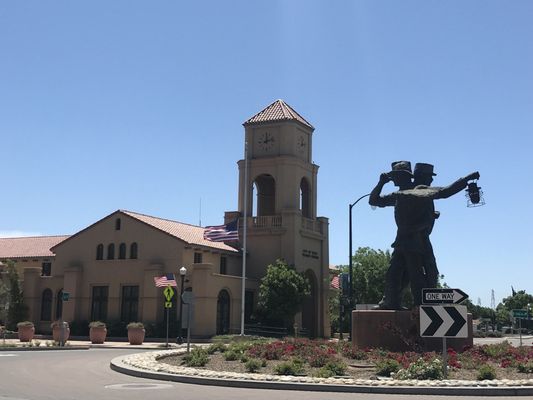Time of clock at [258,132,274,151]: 12:12
